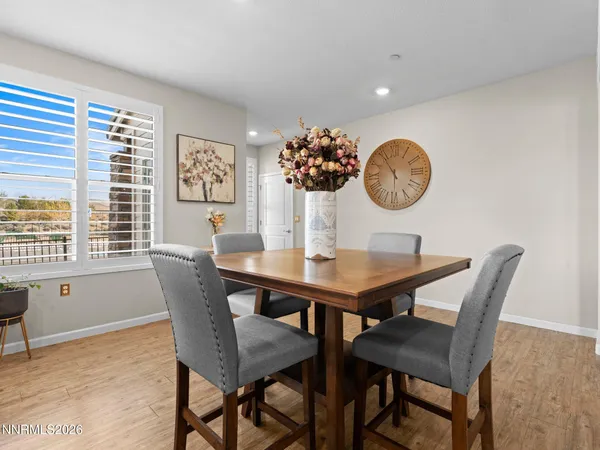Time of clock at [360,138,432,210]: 5:54
